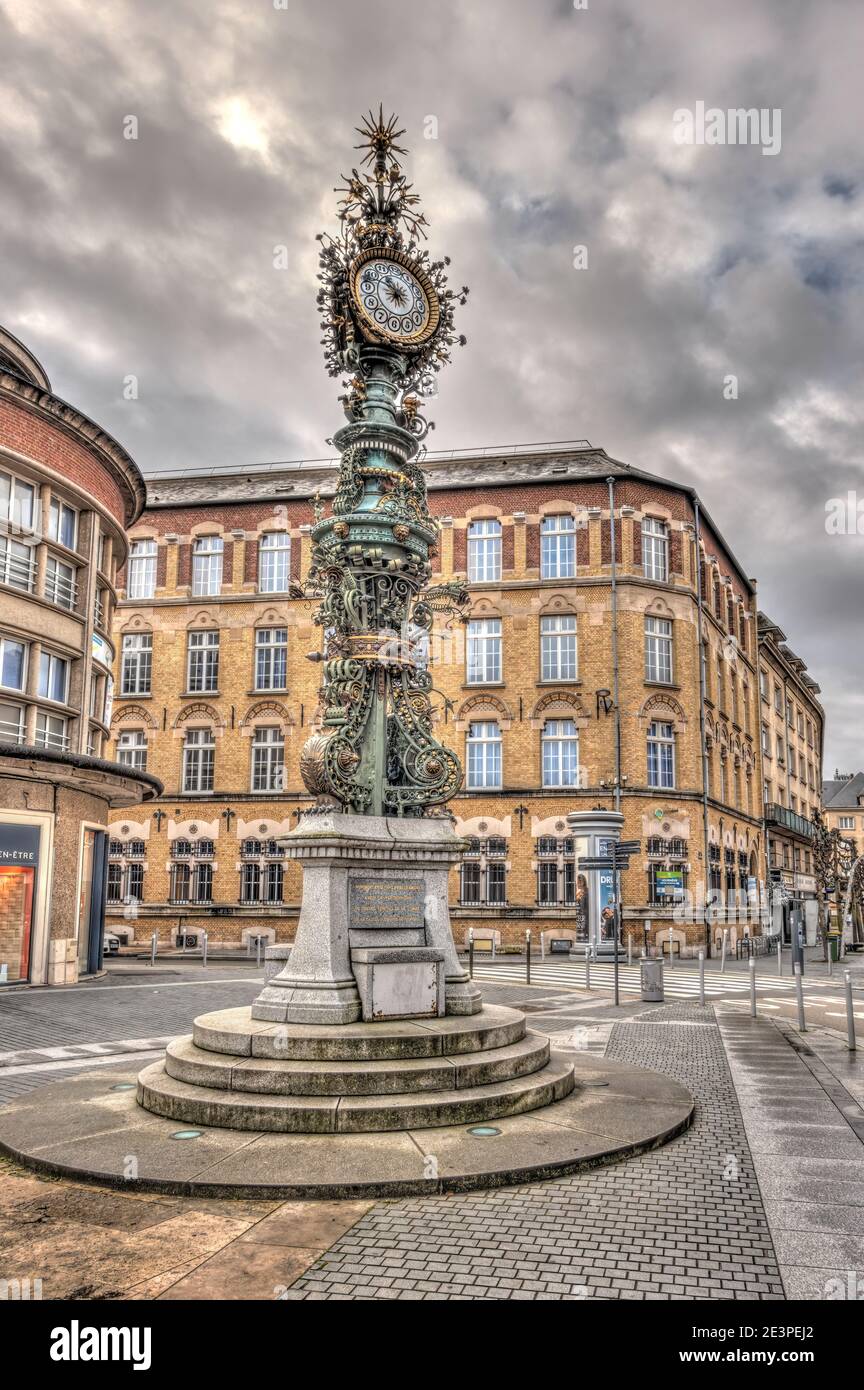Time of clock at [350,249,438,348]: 10:47
